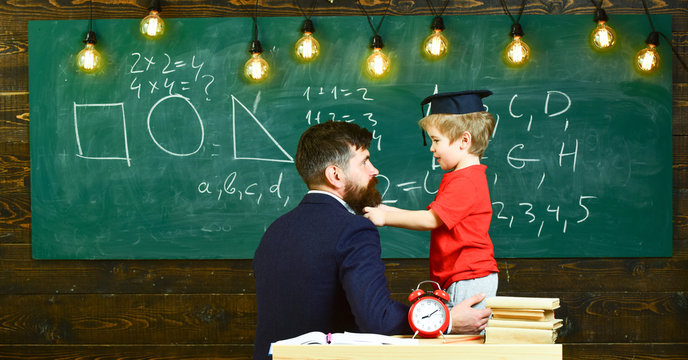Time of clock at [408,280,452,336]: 8:09
